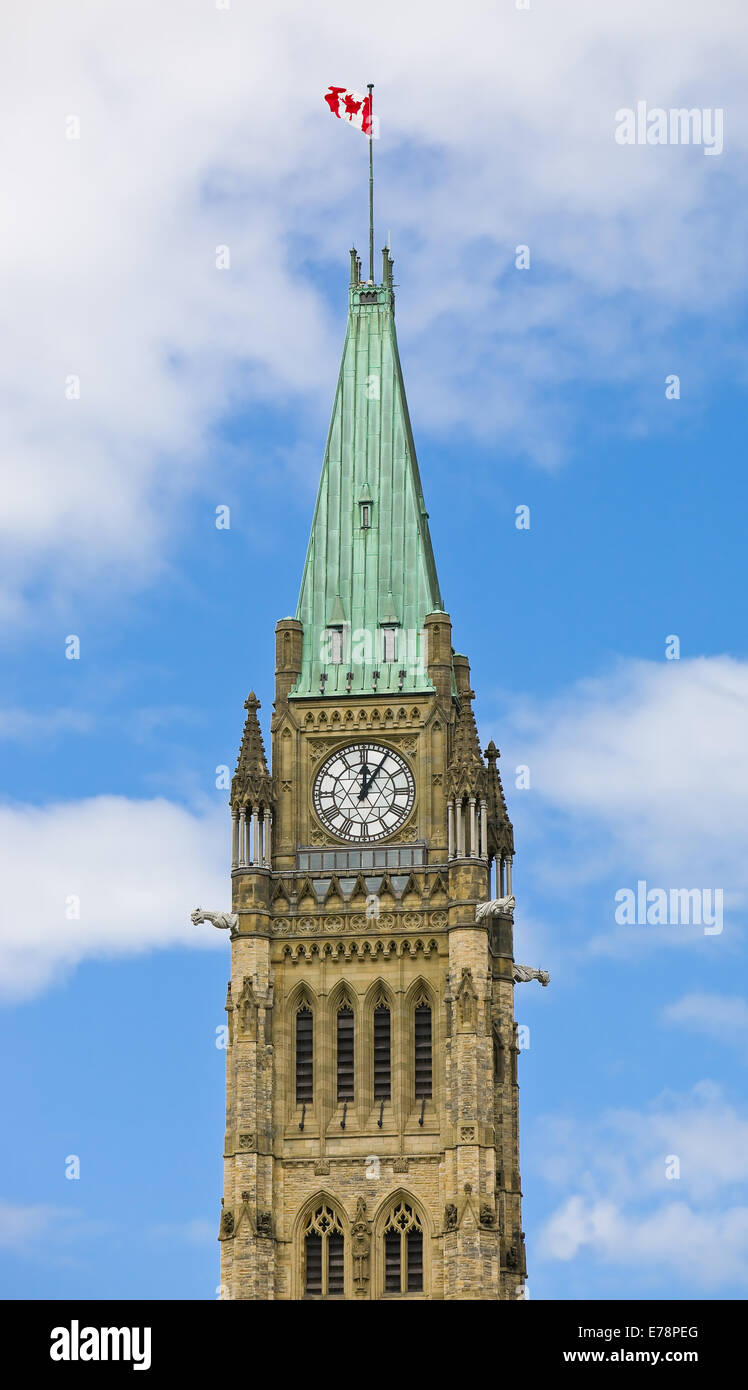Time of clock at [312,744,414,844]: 12:05
